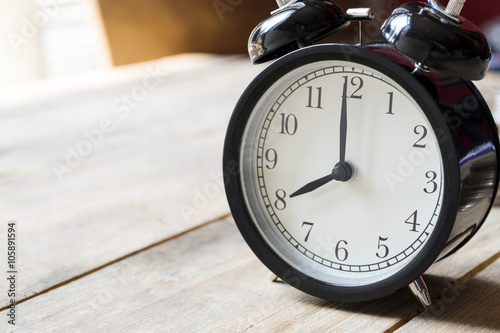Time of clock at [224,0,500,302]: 7:59
